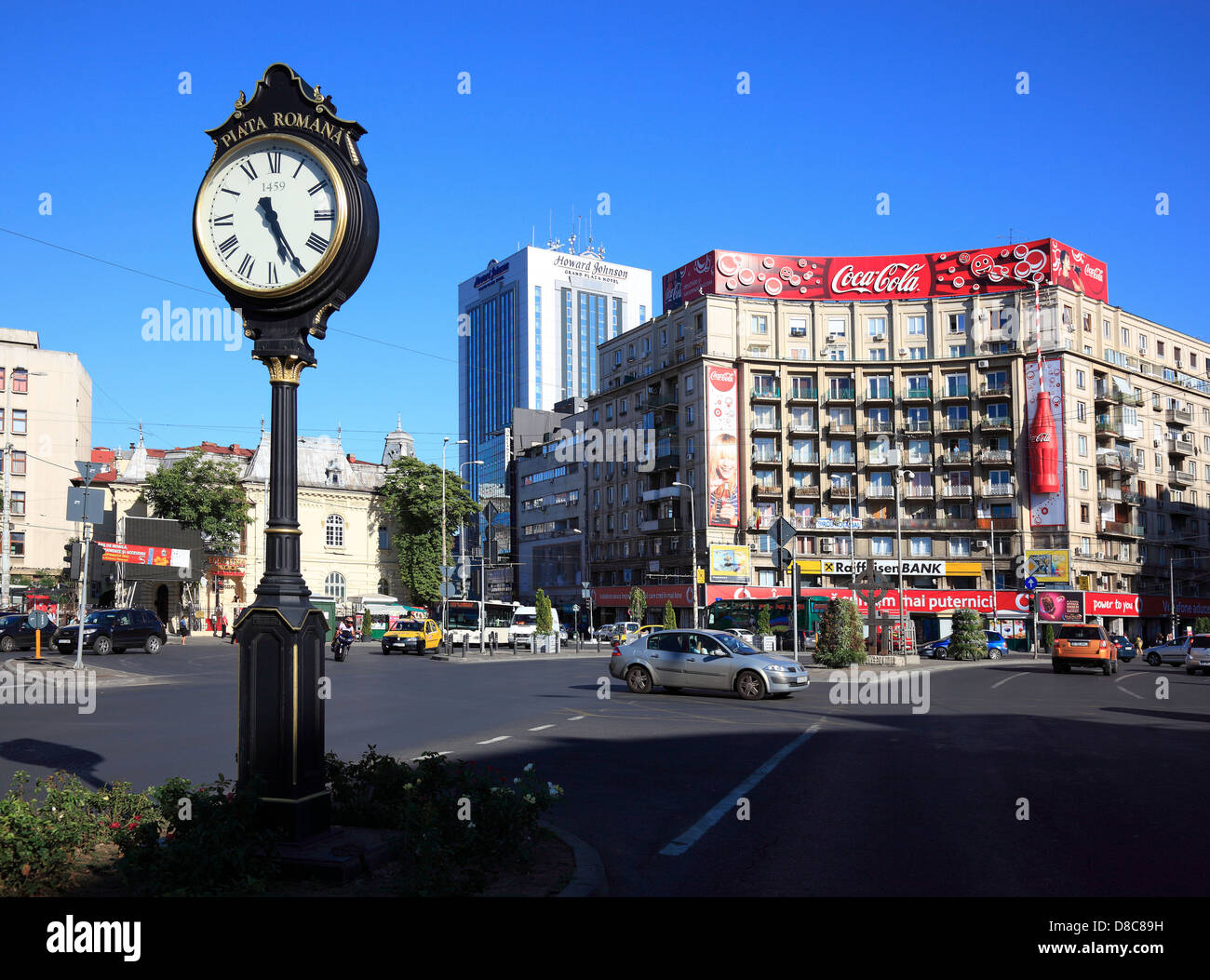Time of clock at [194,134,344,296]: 5:24
